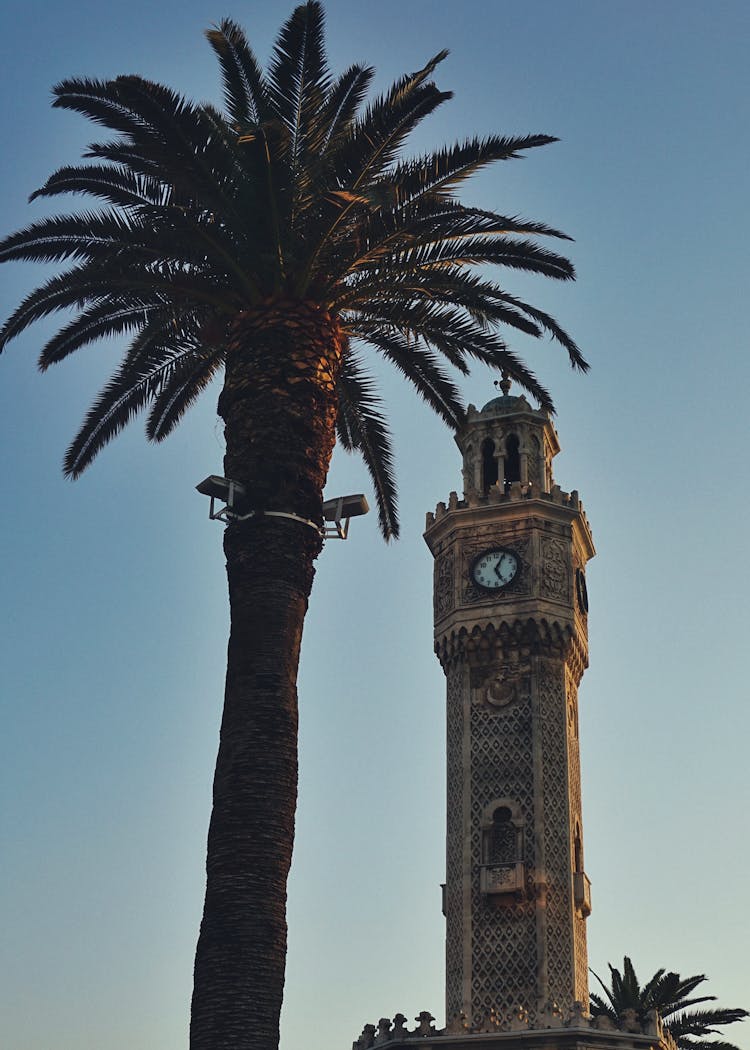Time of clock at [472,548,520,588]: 5:04
